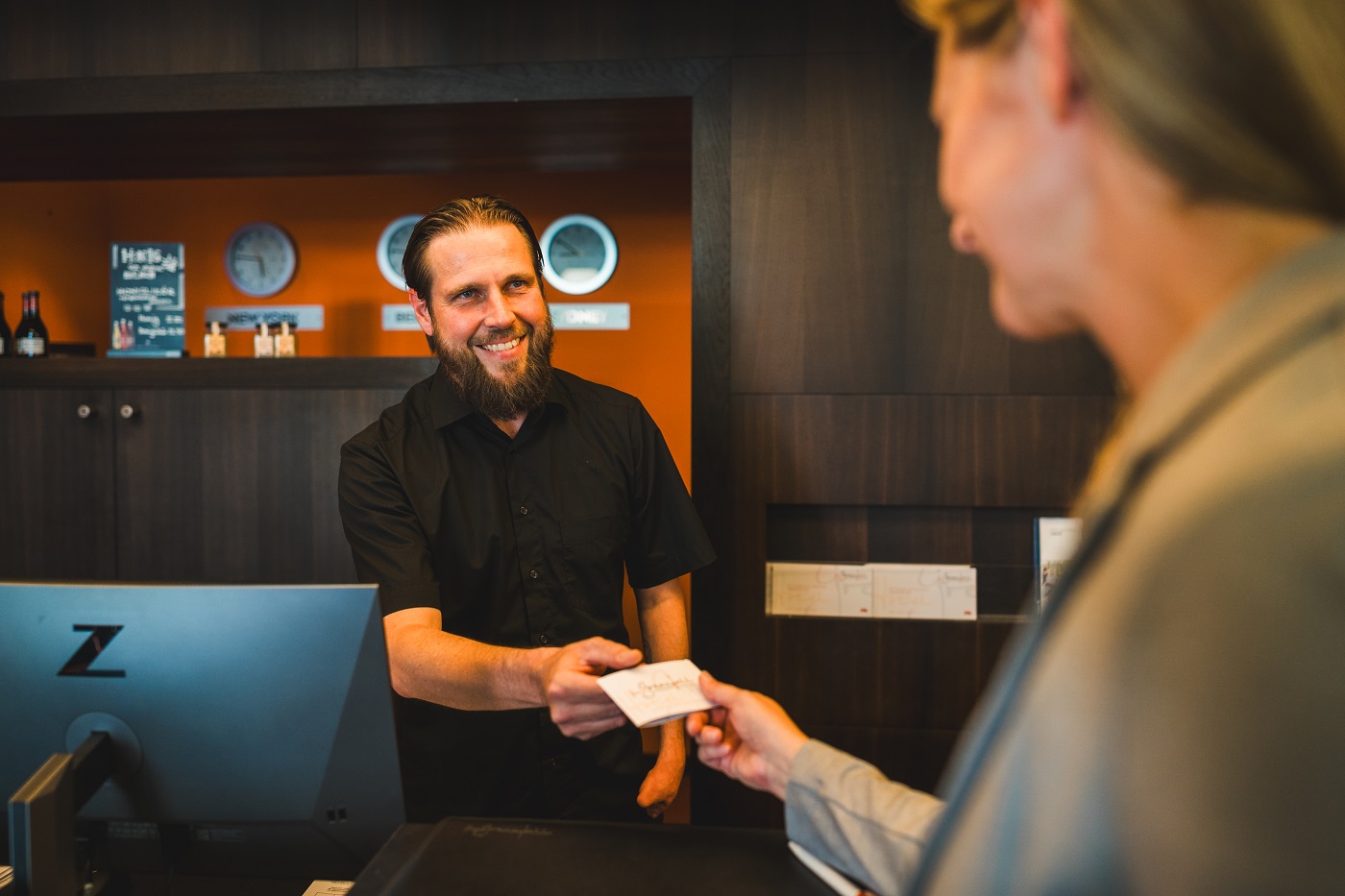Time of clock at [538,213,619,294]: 8:51
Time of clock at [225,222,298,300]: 5:45
